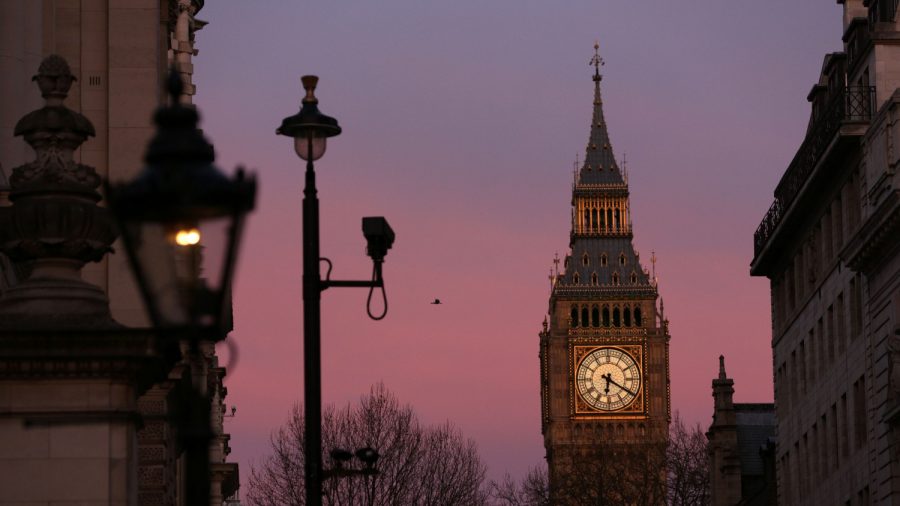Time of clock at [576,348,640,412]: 6:20
